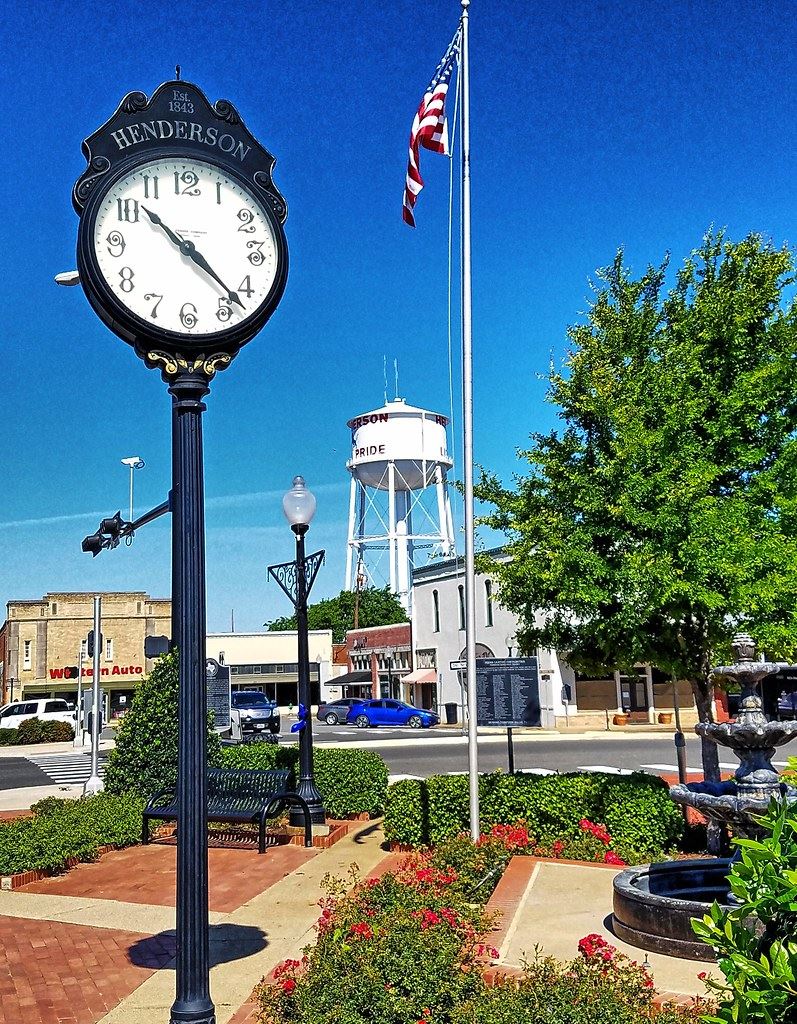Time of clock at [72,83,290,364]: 10:22
